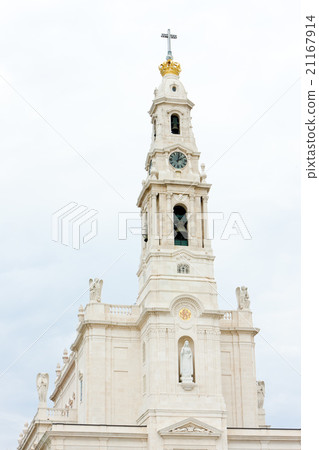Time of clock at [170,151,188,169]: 2:02
